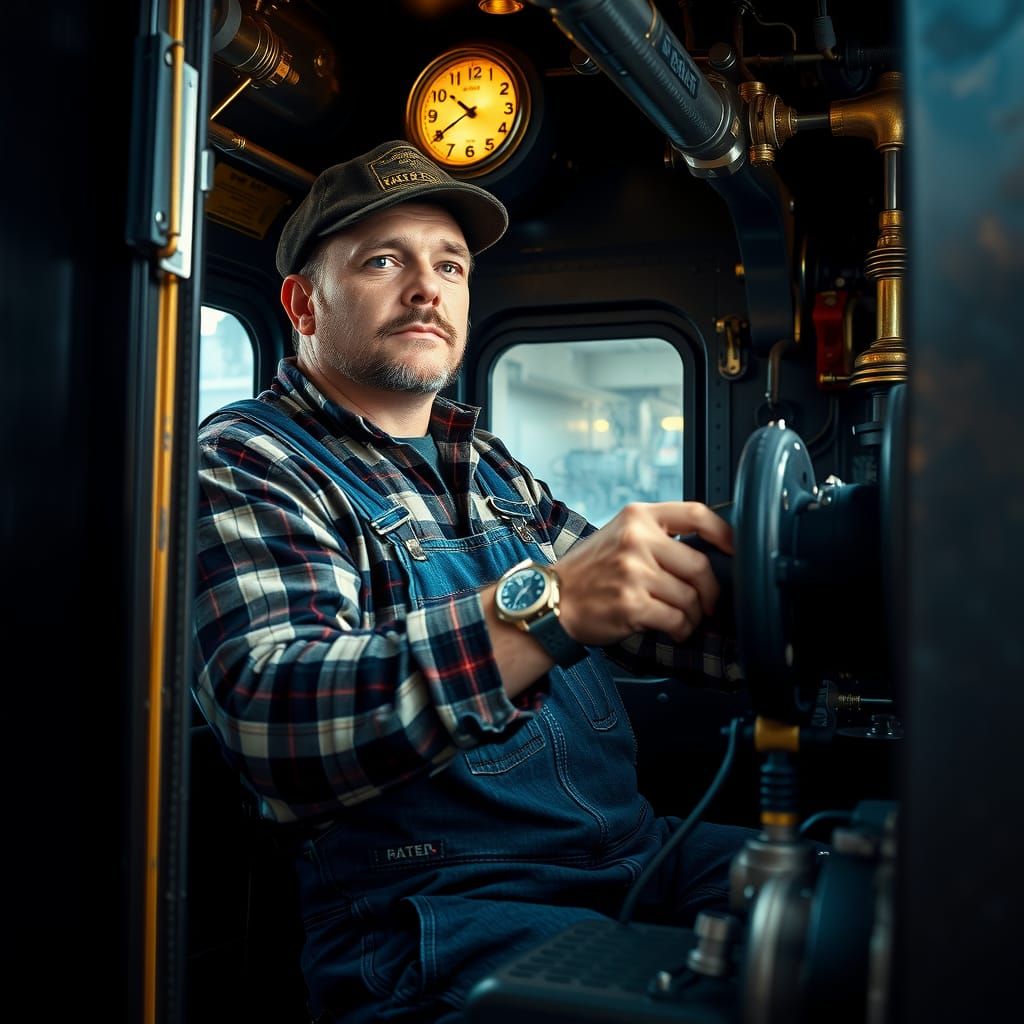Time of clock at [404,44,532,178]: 10:39
